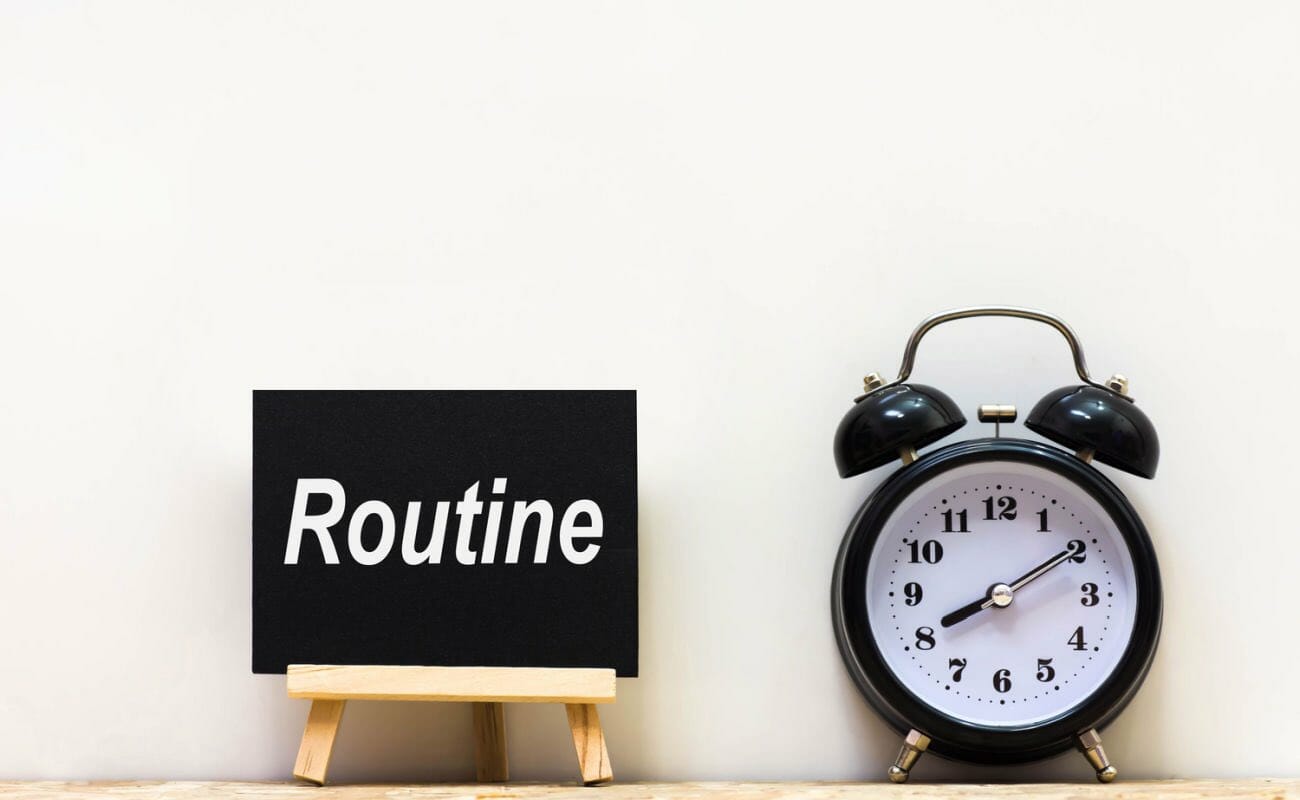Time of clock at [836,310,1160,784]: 8:09
